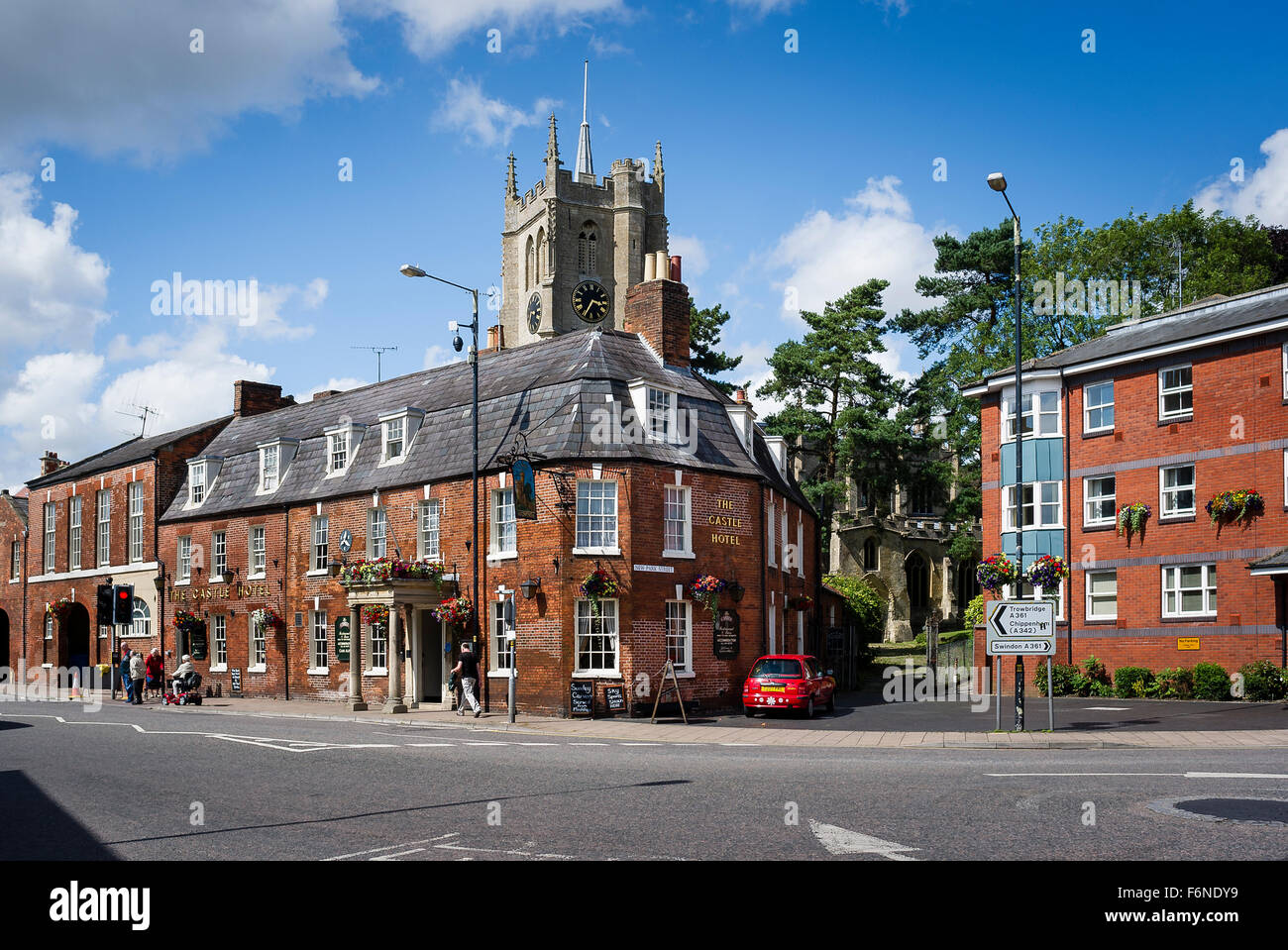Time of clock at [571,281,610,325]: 3:34
